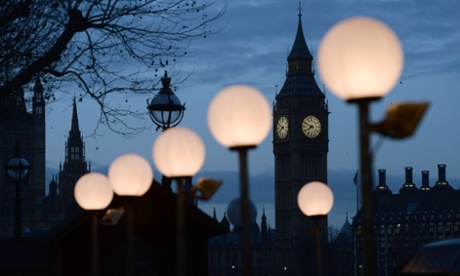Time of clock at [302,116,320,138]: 7:49
